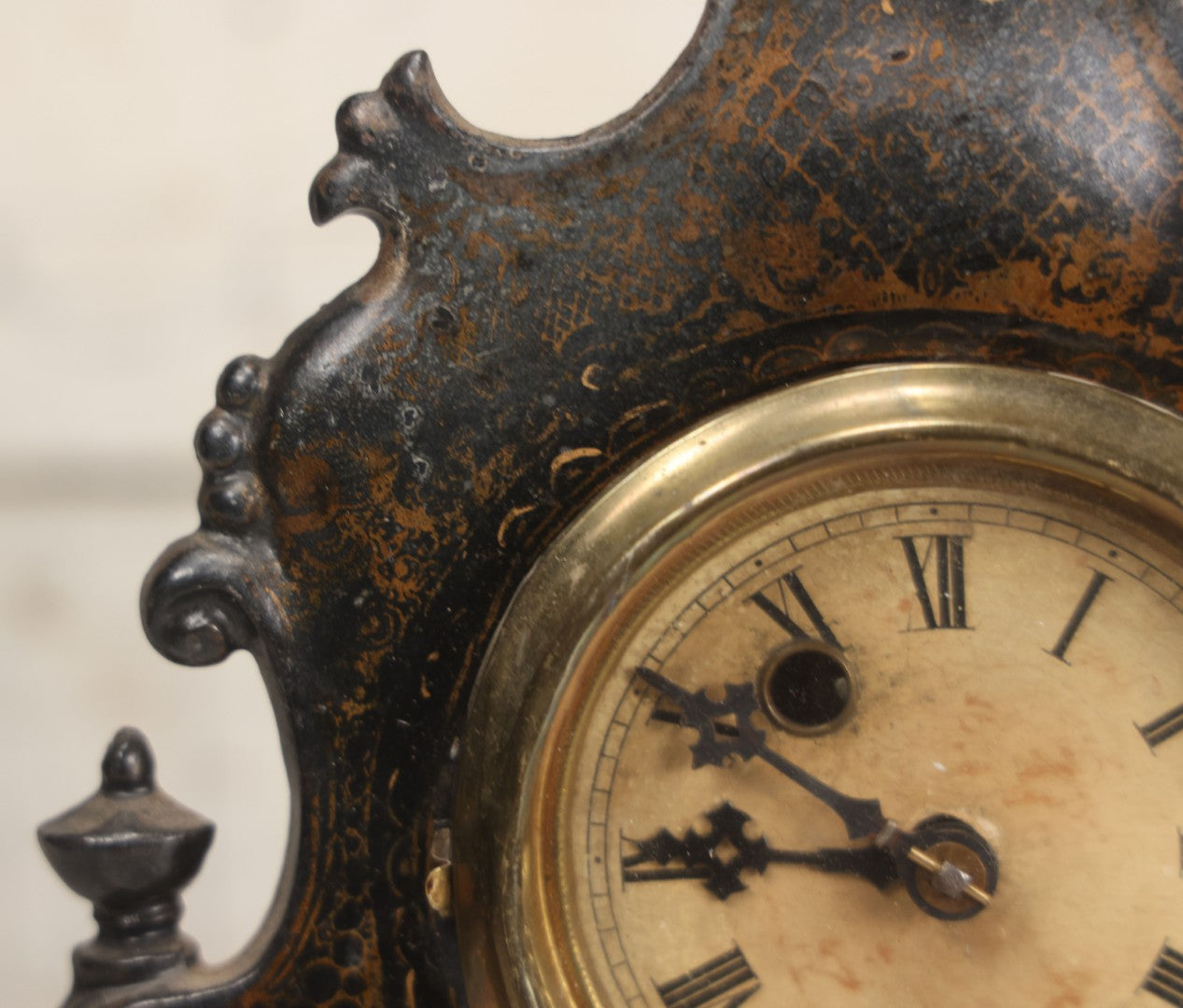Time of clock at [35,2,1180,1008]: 8:50
